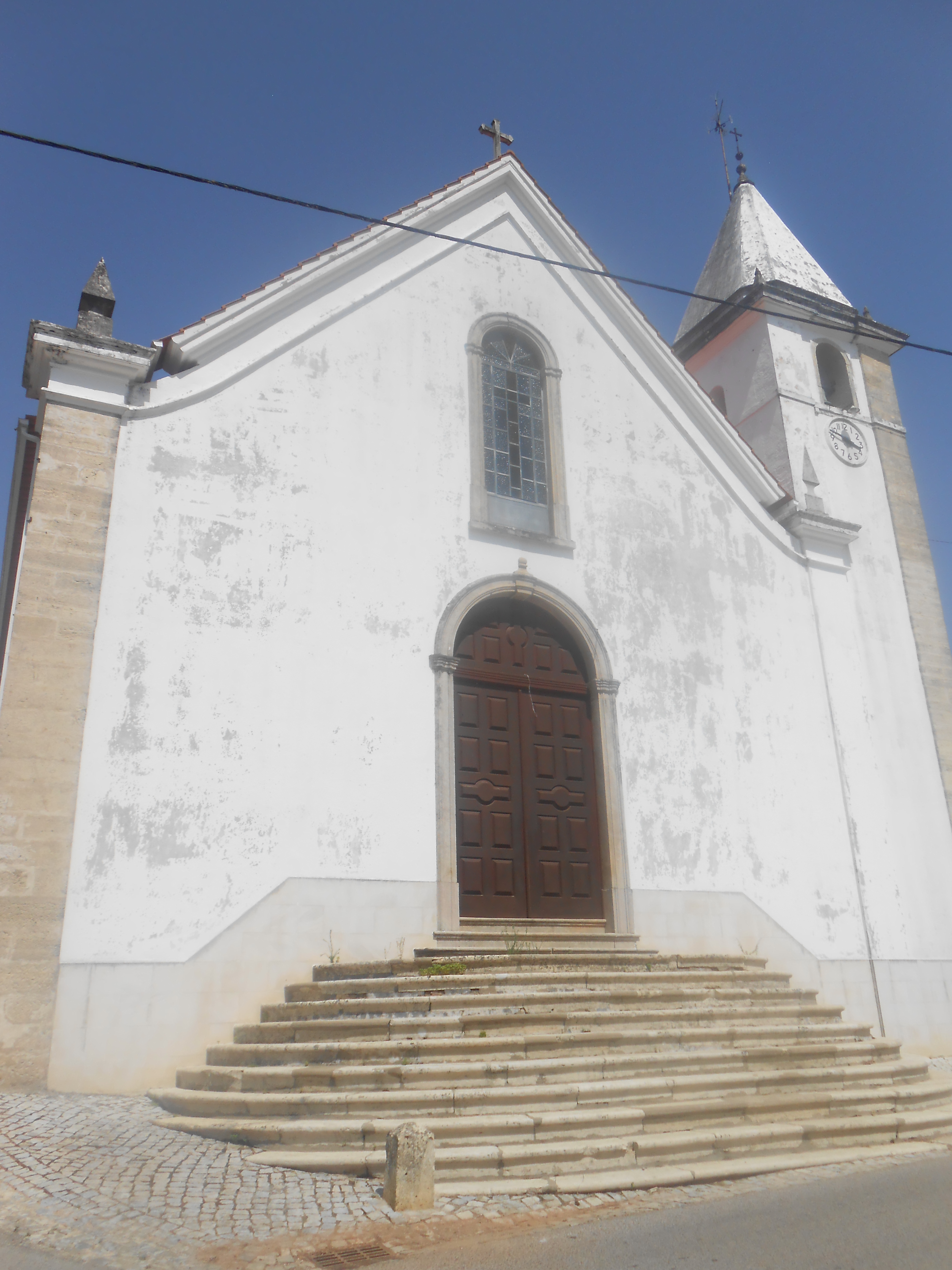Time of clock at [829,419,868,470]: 3:48
